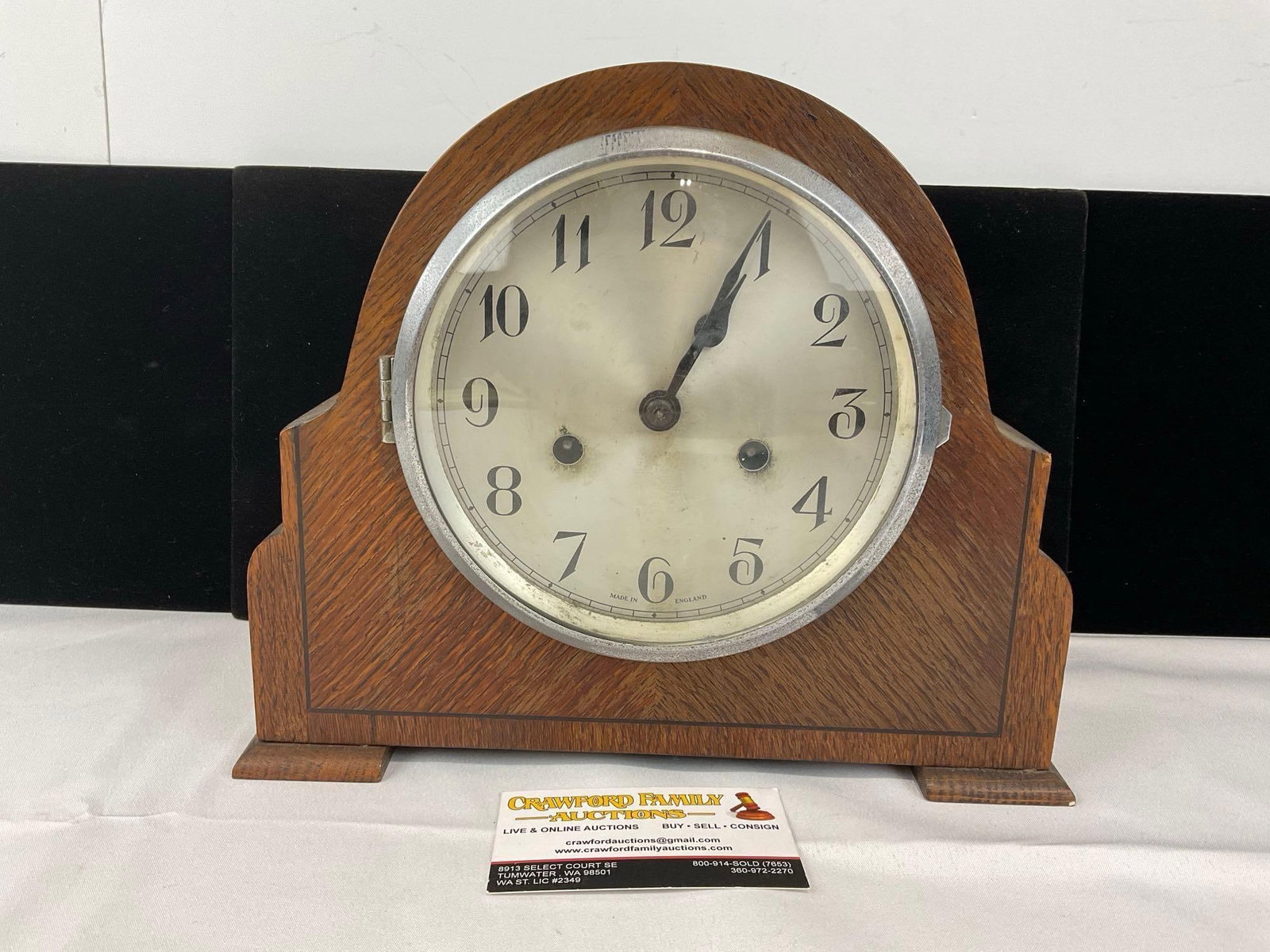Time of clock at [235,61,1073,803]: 1:04
